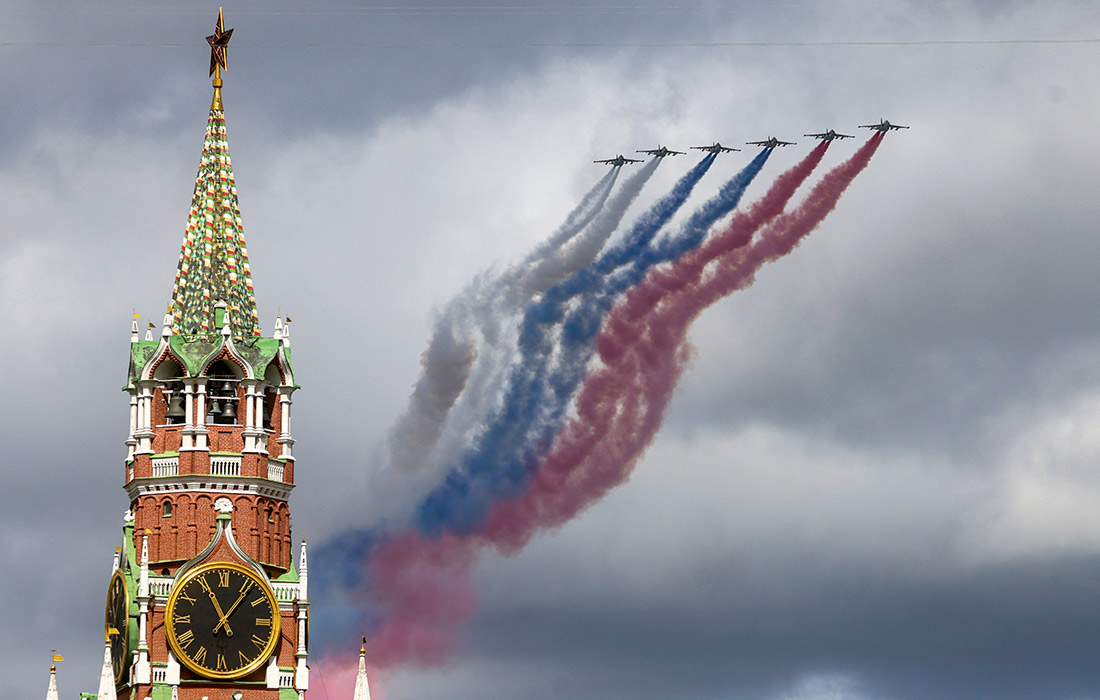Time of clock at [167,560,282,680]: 11:06
